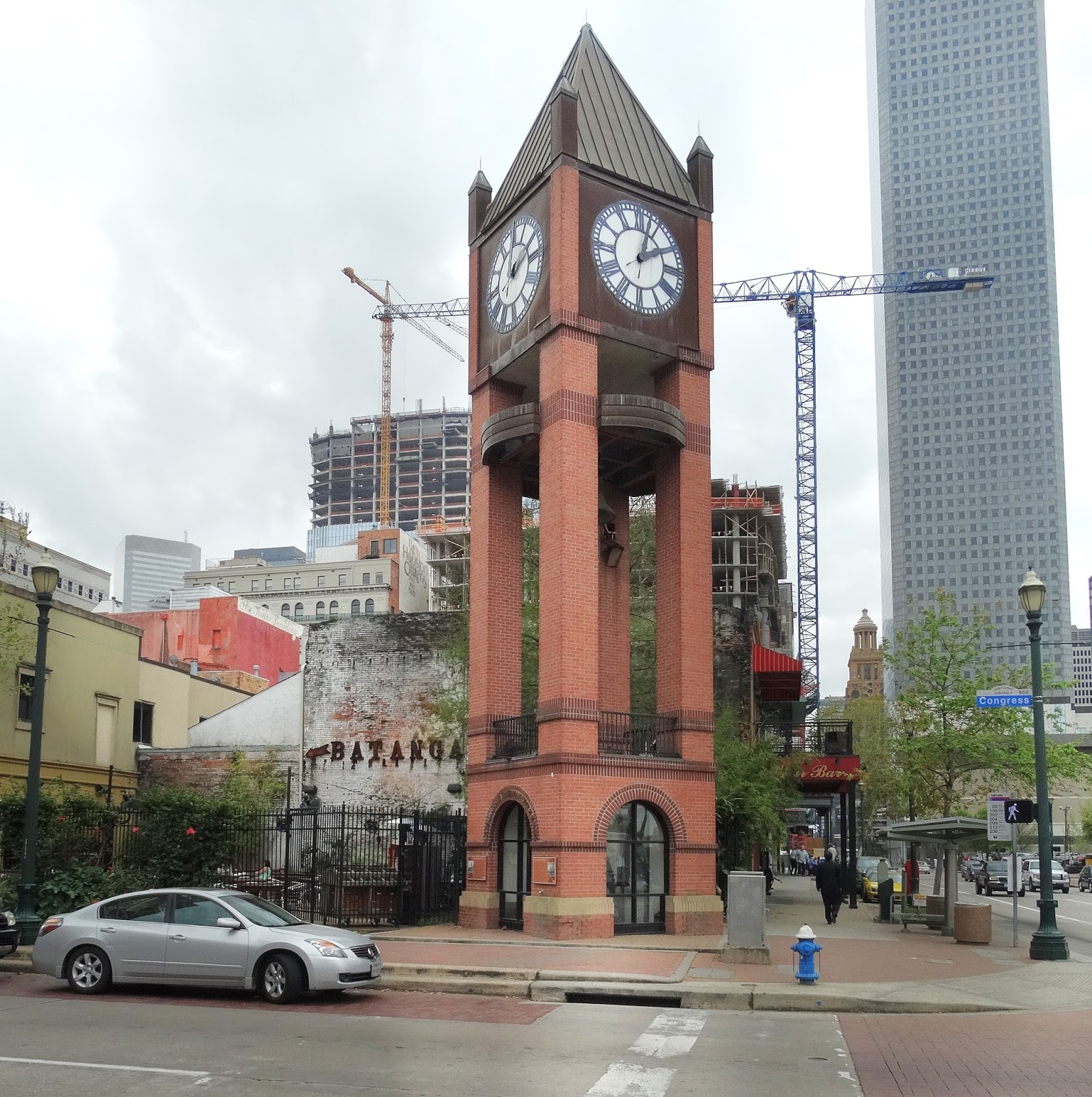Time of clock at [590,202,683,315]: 2:02
